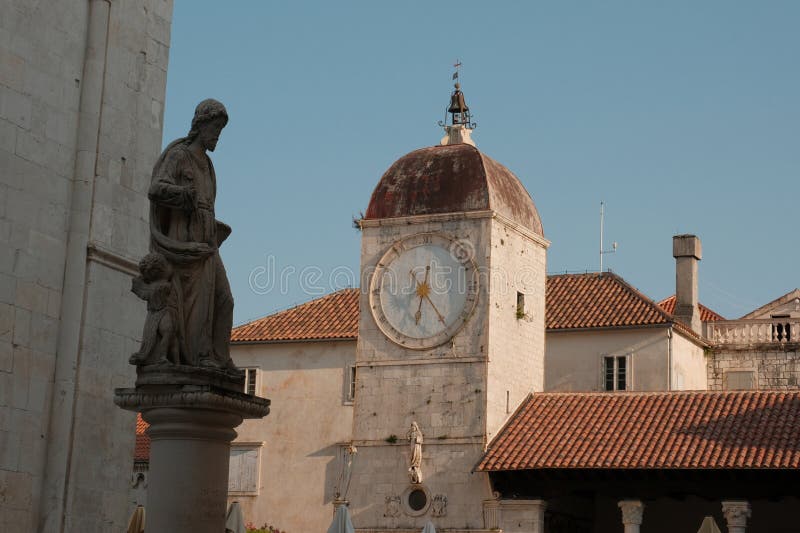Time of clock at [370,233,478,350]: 12:32
